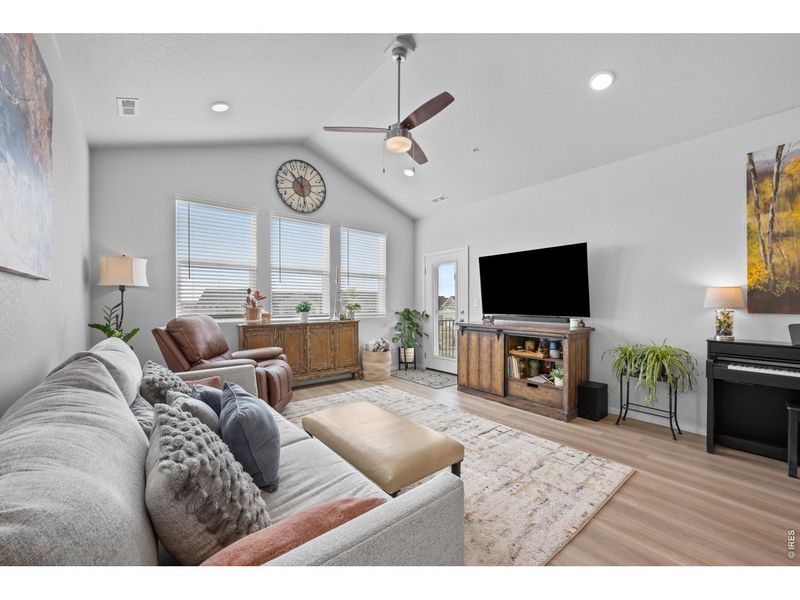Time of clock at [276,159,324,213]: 10:28
